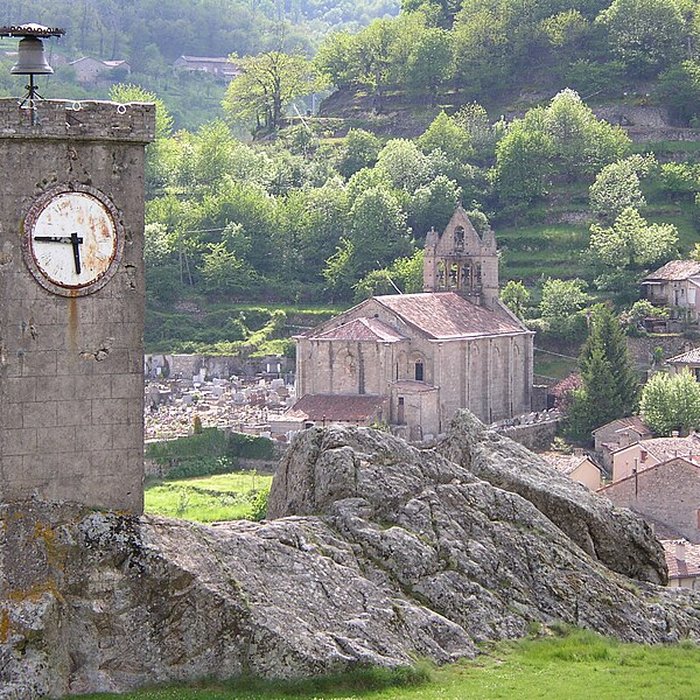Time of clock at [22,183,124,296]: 5:45
